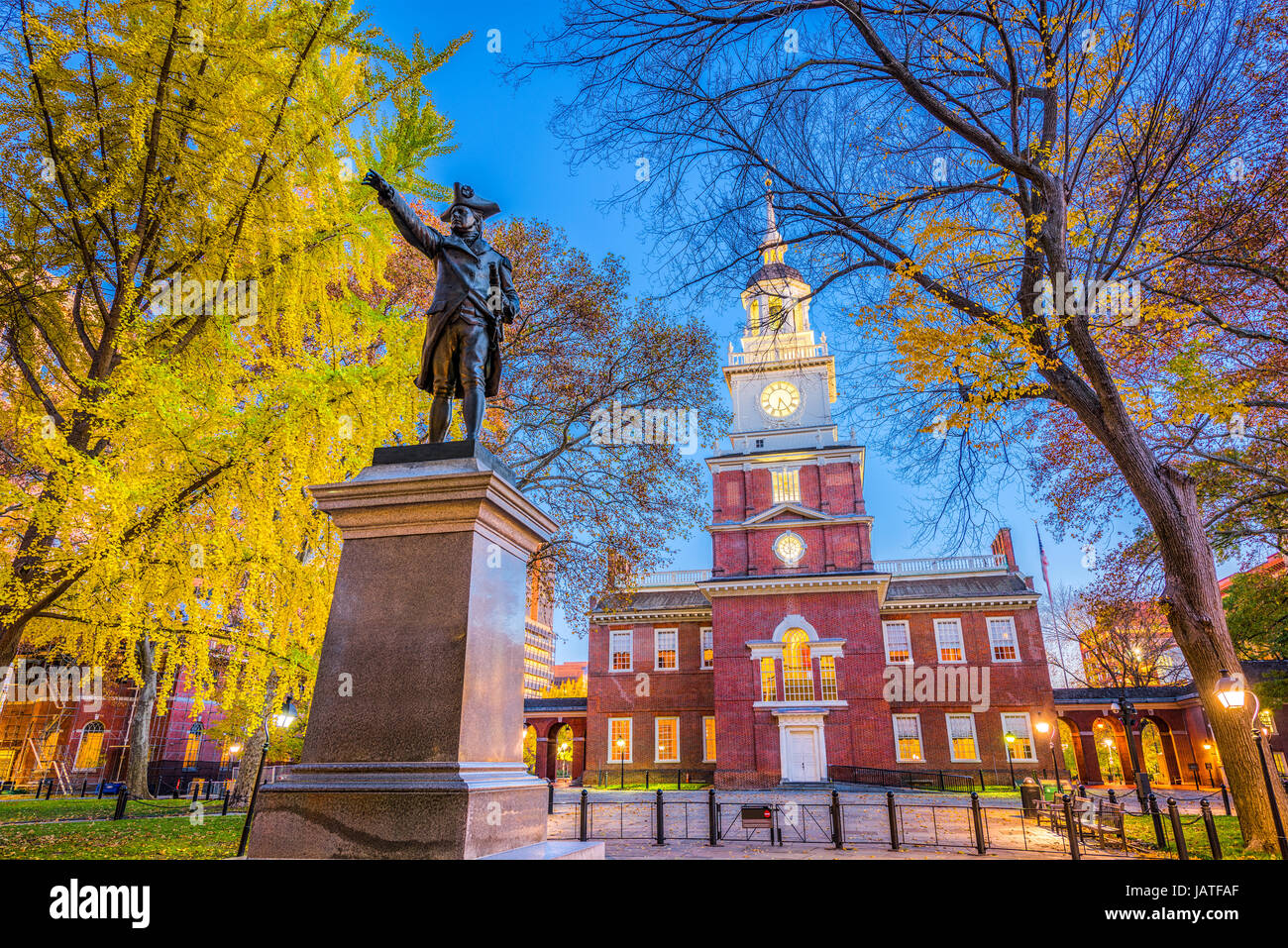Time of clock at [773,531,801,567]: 5:59
